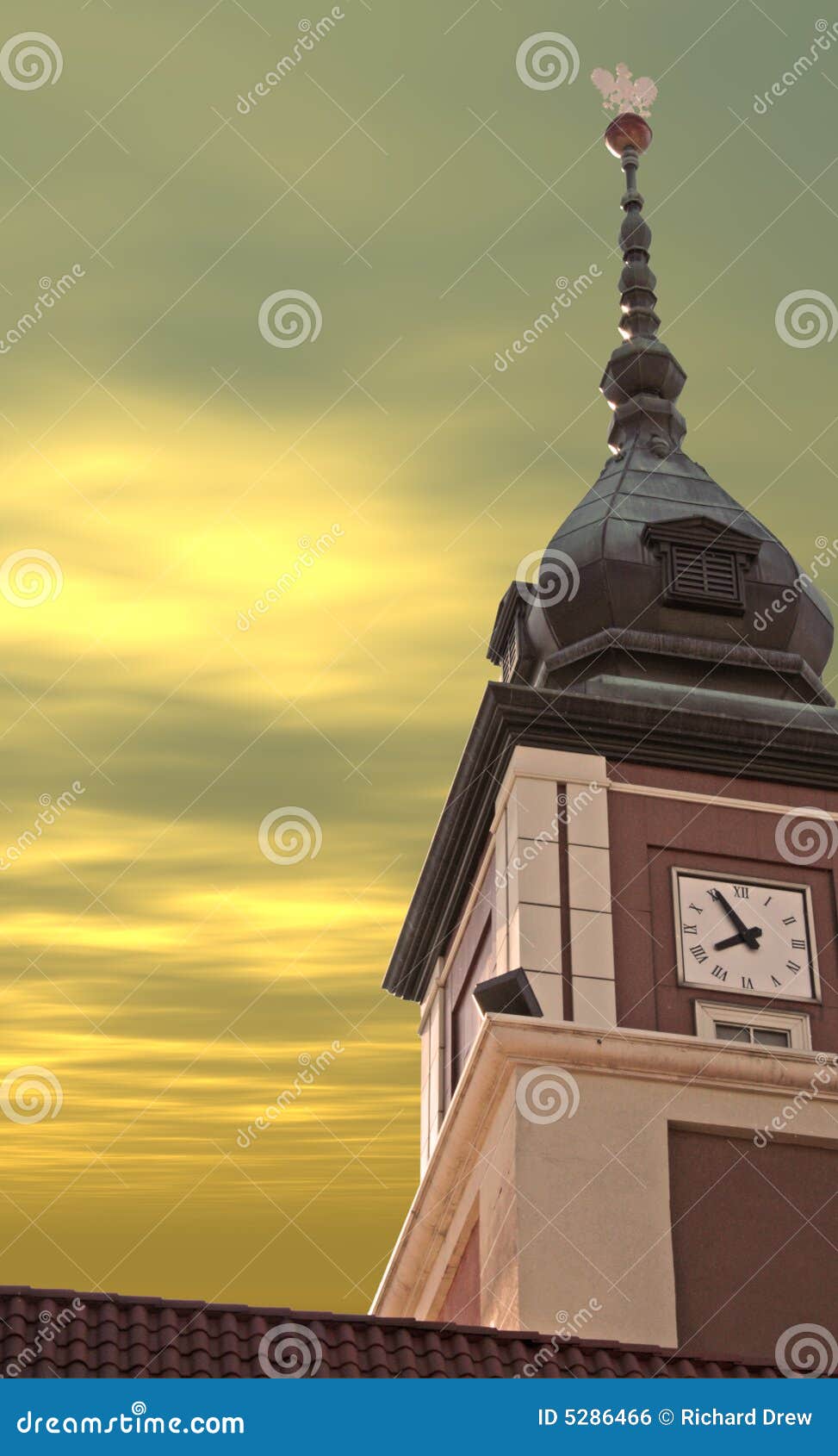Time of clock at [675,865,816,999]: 7:55
